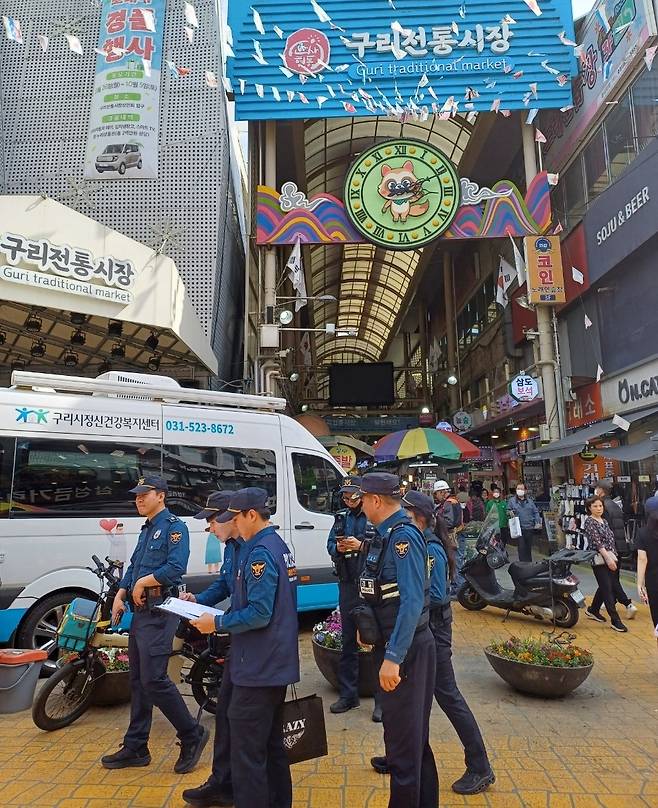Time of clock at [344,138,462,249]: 3:10
